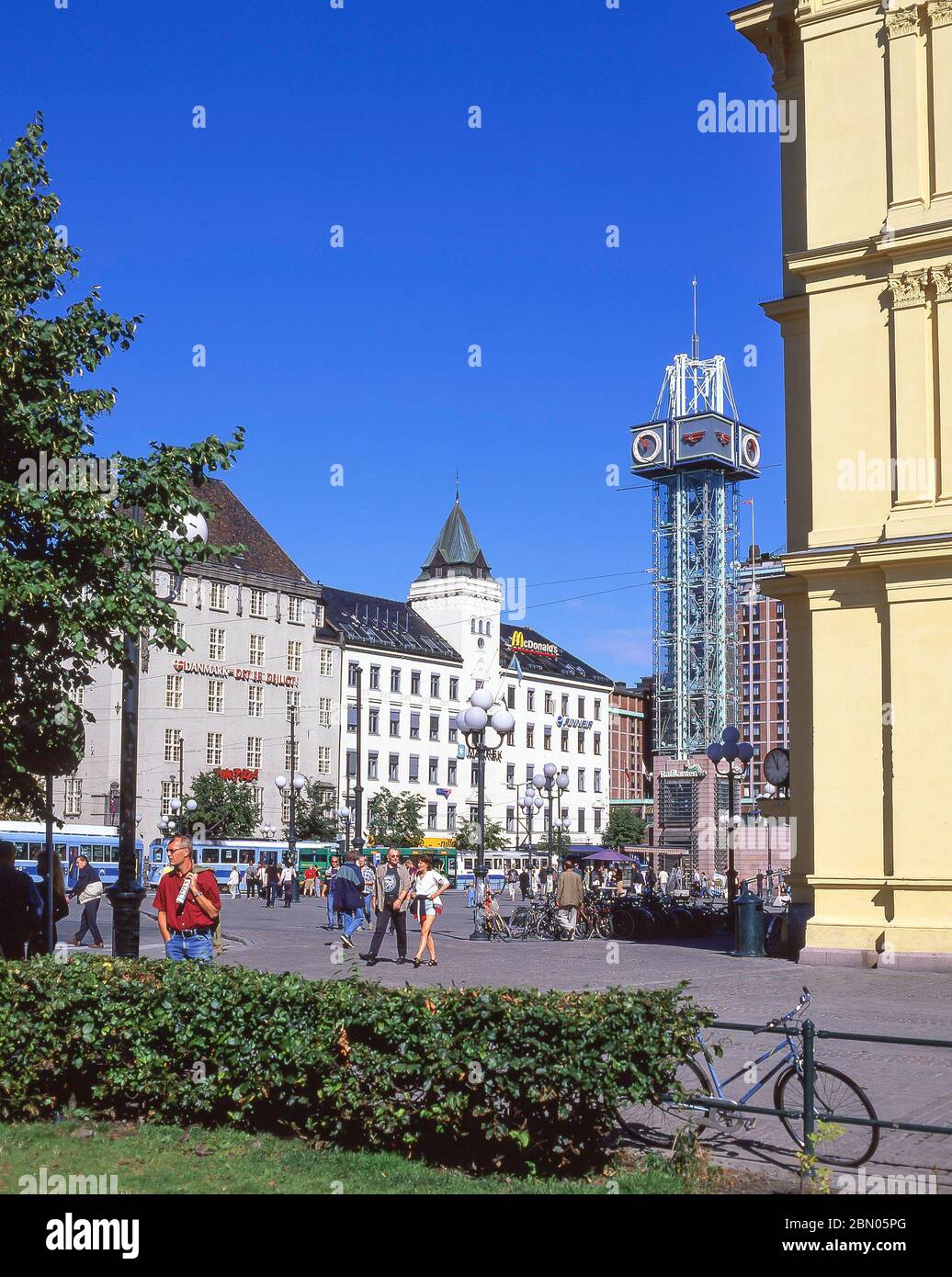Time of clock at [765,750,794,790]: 11:54
